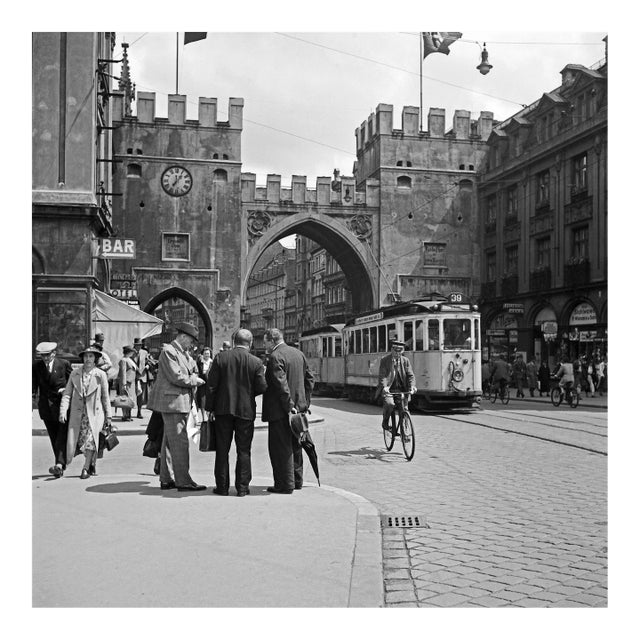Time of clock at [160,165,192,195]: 7:06
